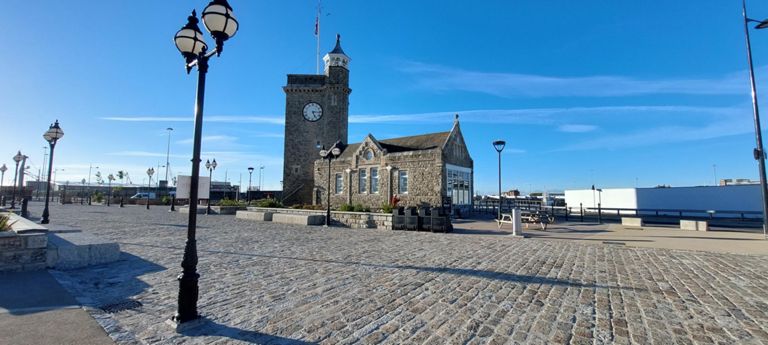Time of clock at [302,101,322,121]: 5:15
